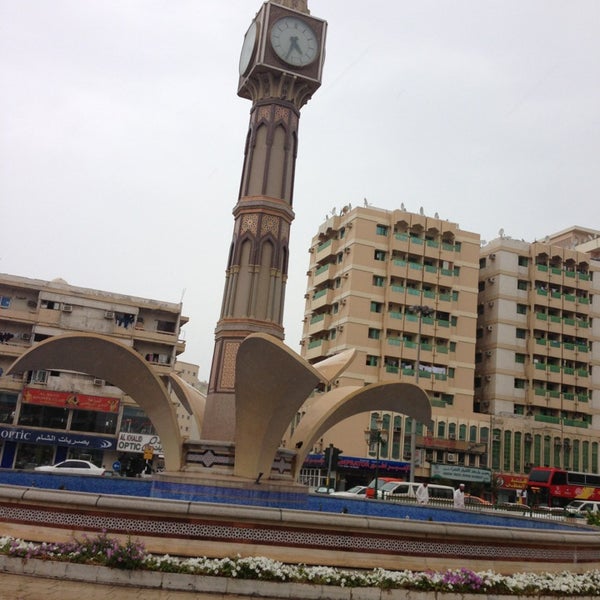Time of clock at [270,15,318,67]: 4:33
